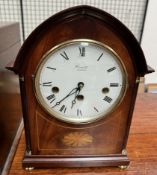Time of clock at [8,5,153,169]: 6:37
